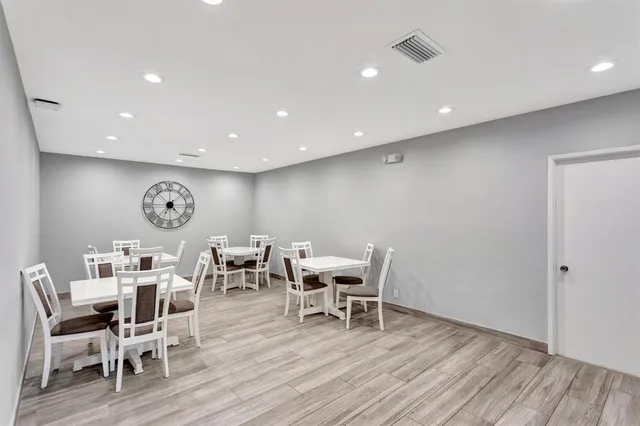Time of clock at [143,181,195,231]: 7:07
